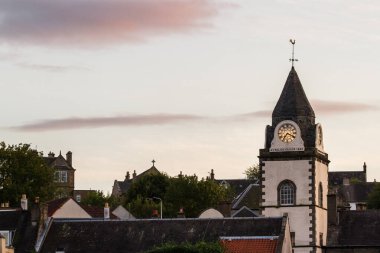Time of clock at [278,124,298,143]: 7:19
